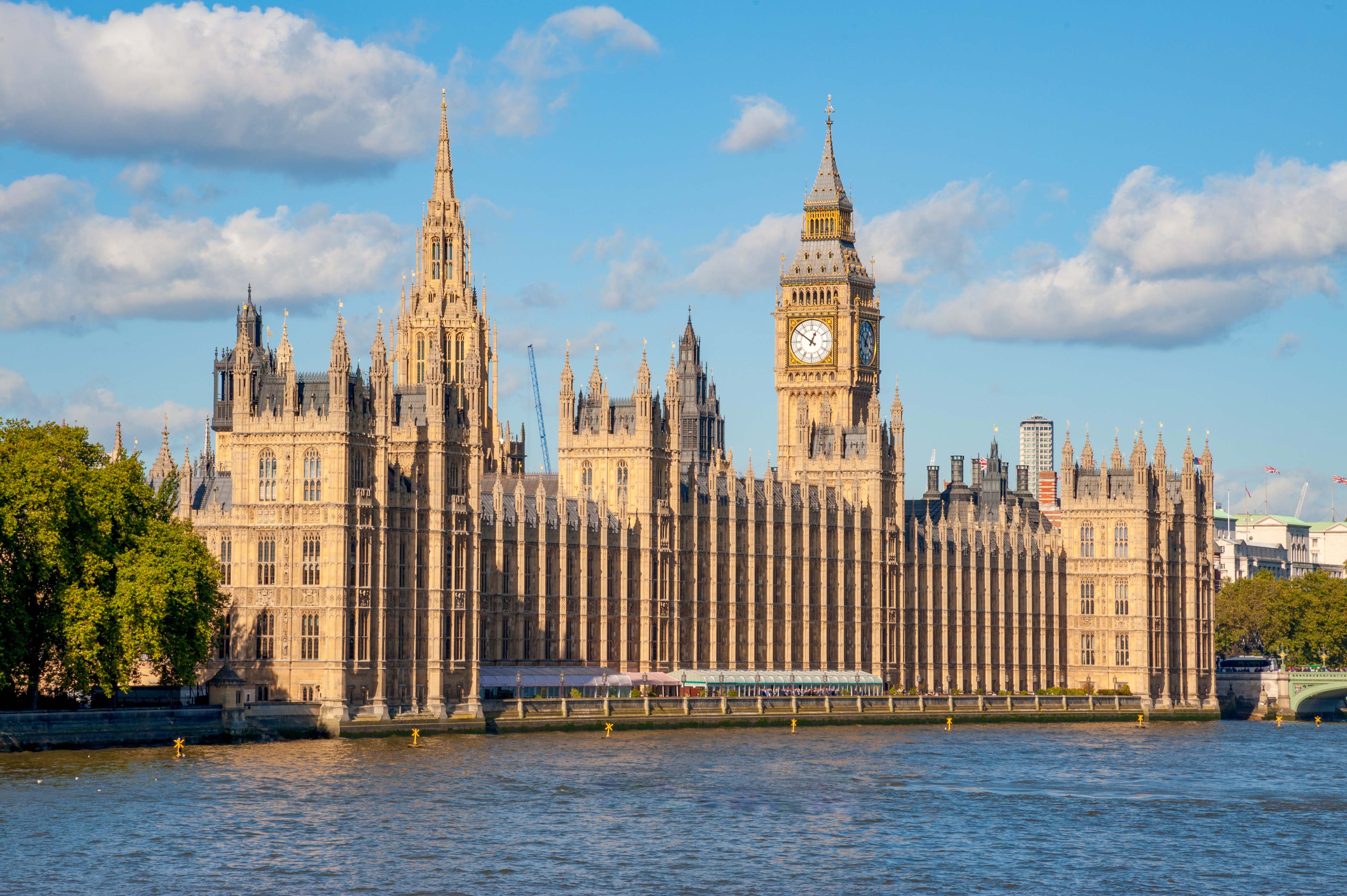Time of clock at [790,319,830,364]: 12:51
